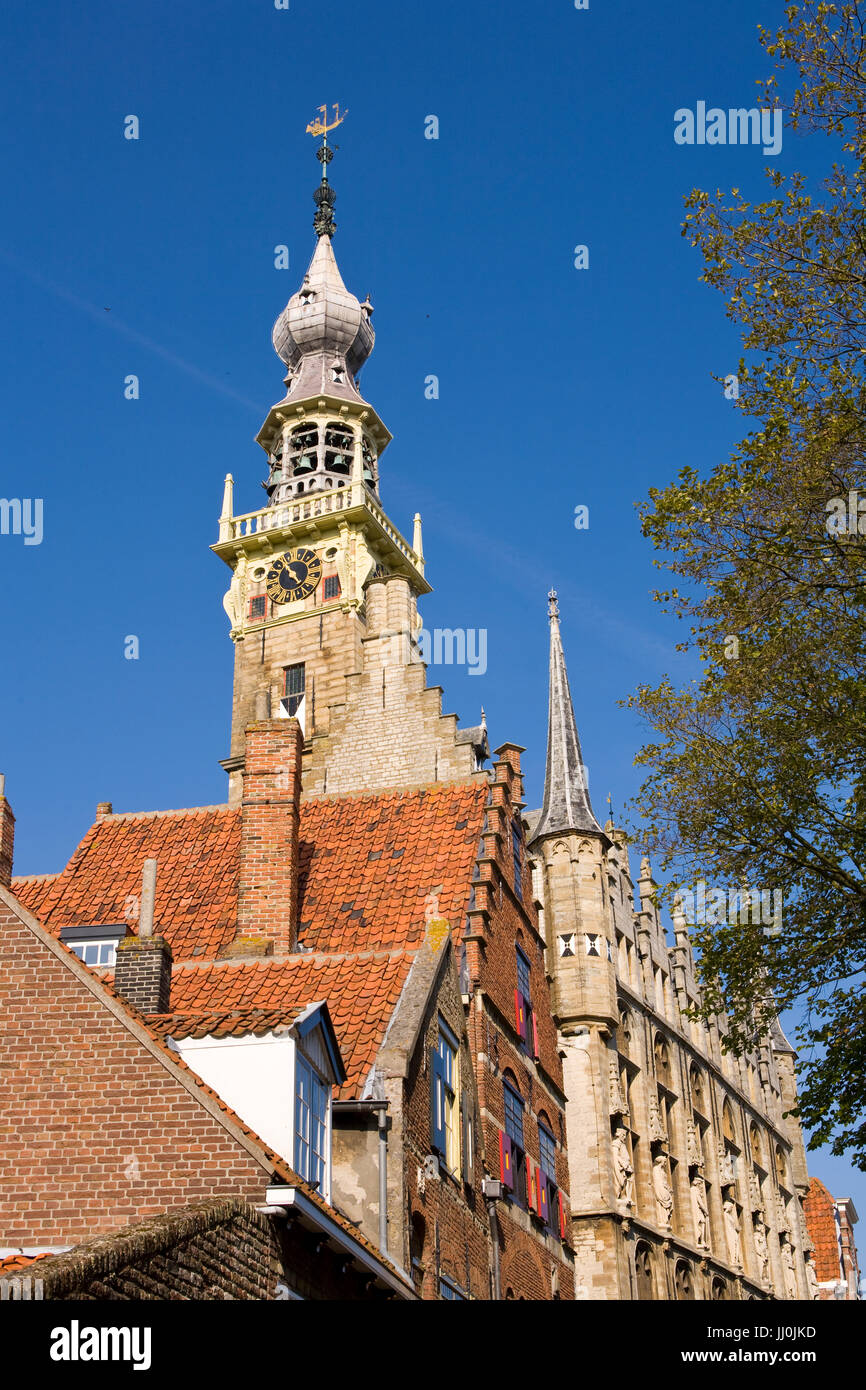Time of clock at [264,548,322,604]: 10:22
